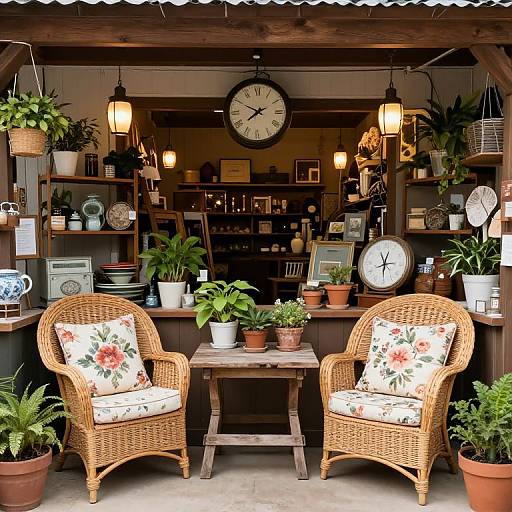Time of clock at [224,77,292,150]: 7:49
